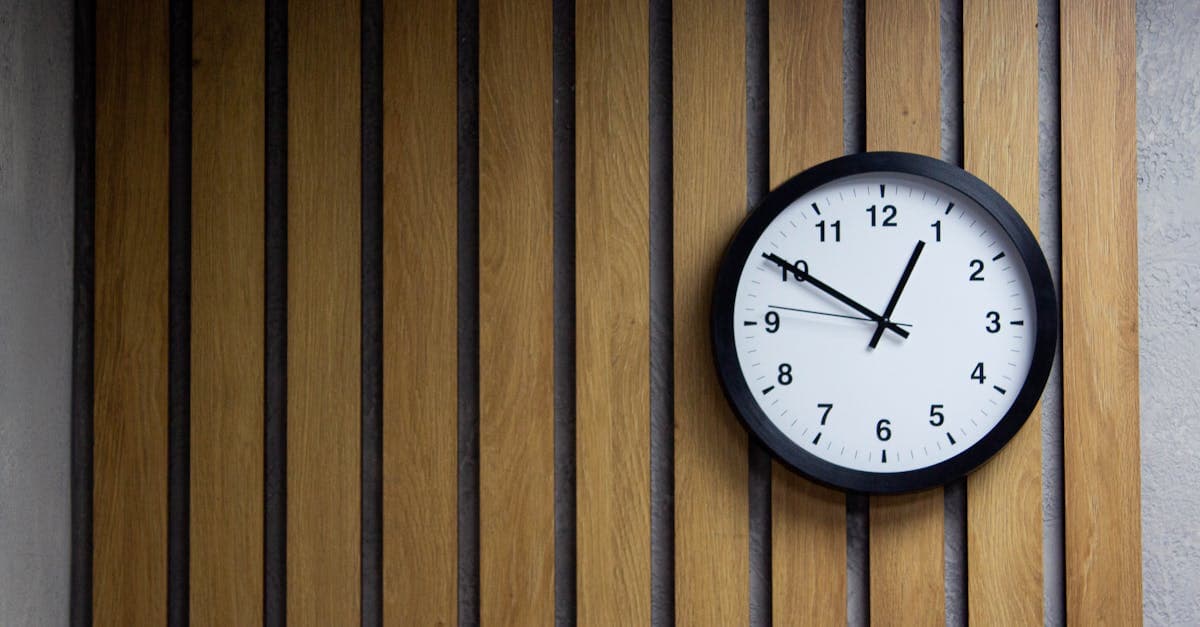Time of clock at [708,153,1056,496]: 12:49
